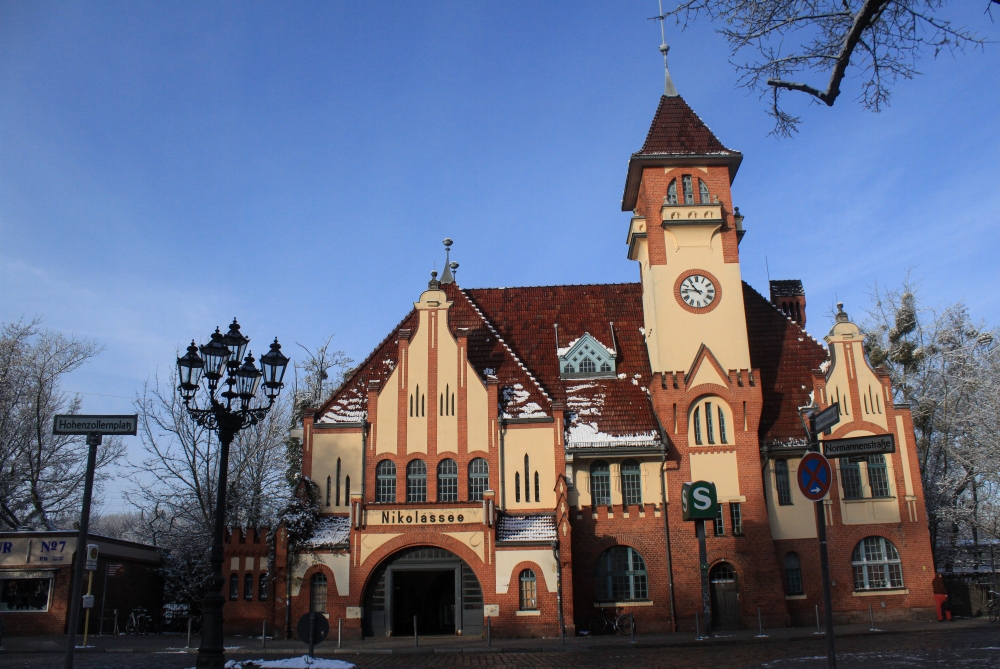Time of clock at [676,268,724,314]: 10:46
